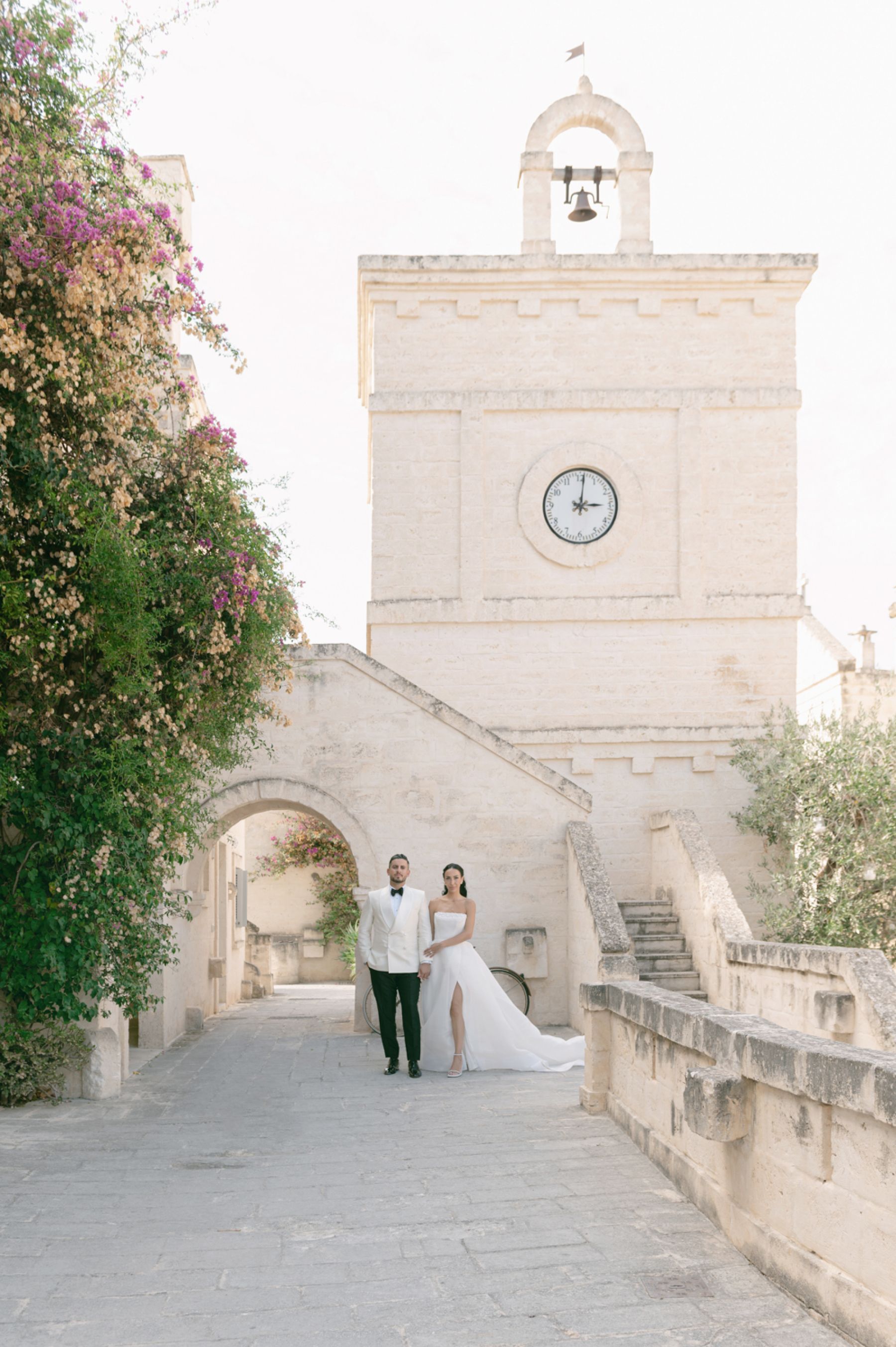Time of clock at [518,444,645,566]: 3:01
